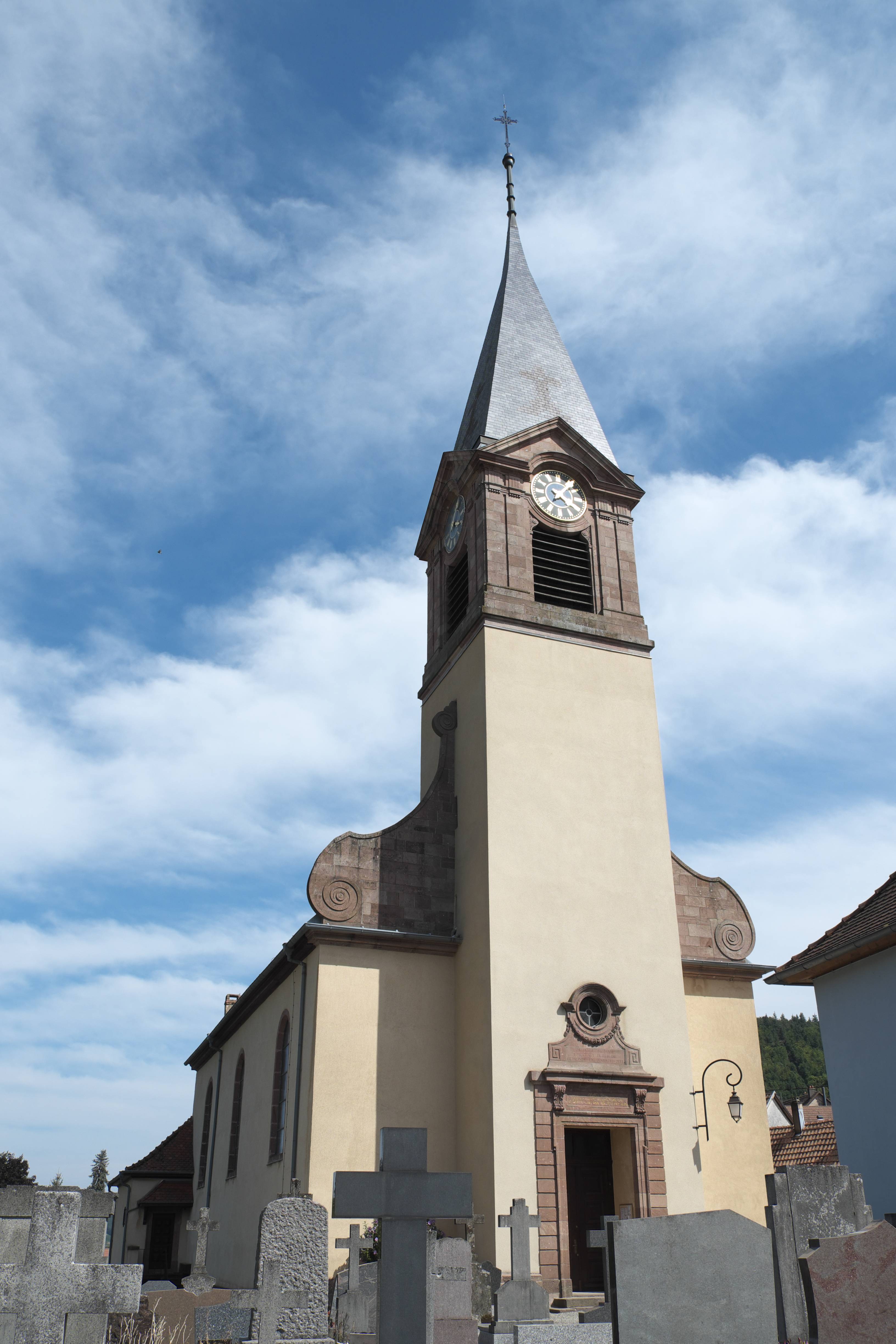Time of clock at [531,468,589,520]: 4:07
